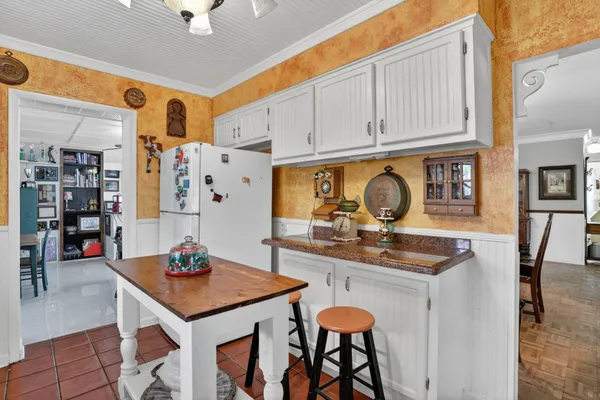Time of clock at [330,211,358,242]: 12:32
